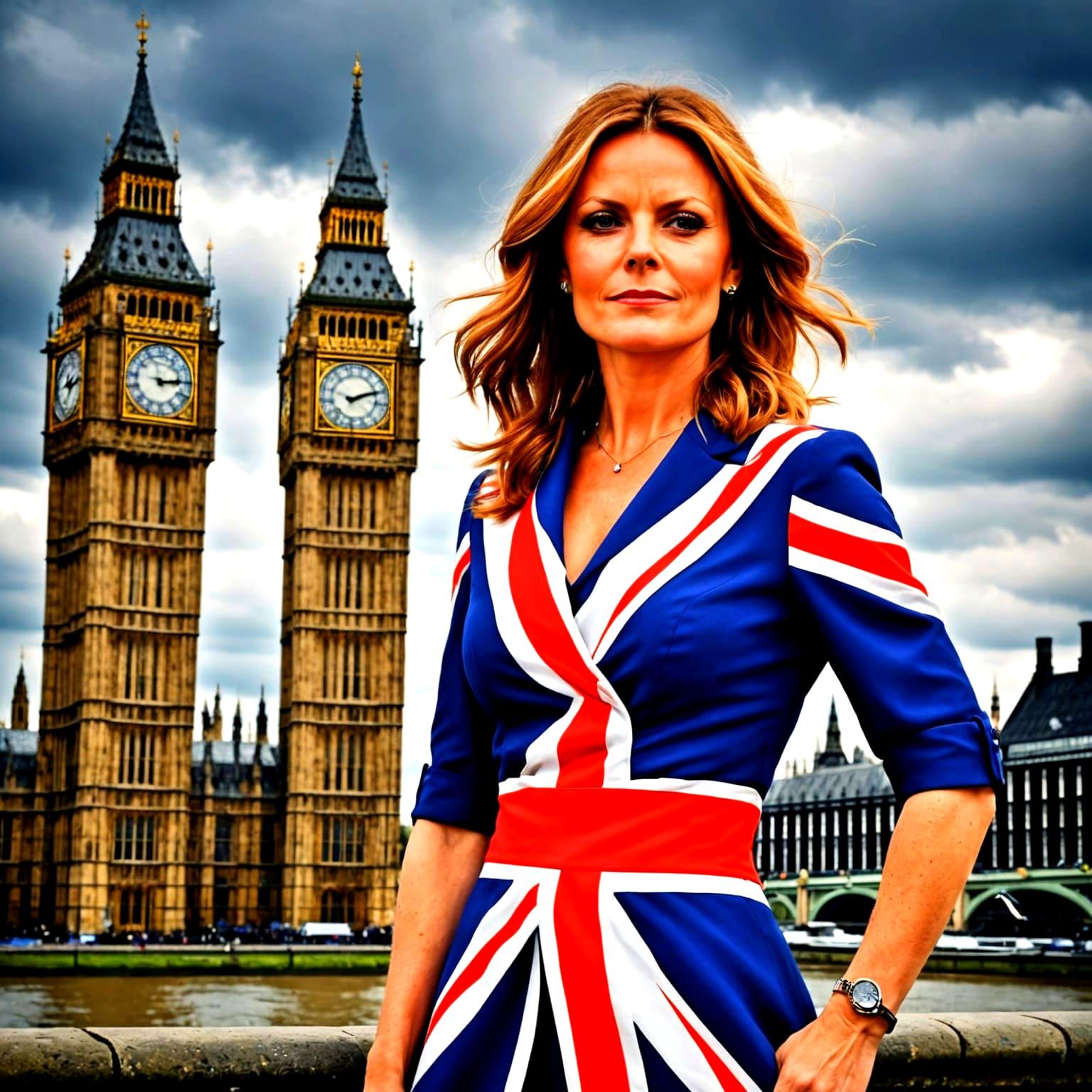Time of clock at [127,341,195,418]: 3:14
